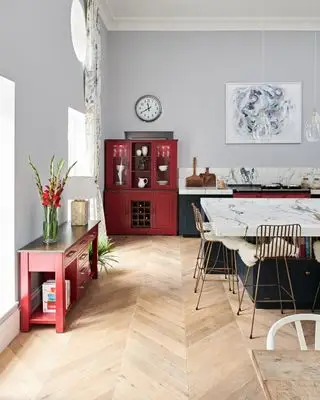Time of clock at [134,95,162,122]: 11:40
